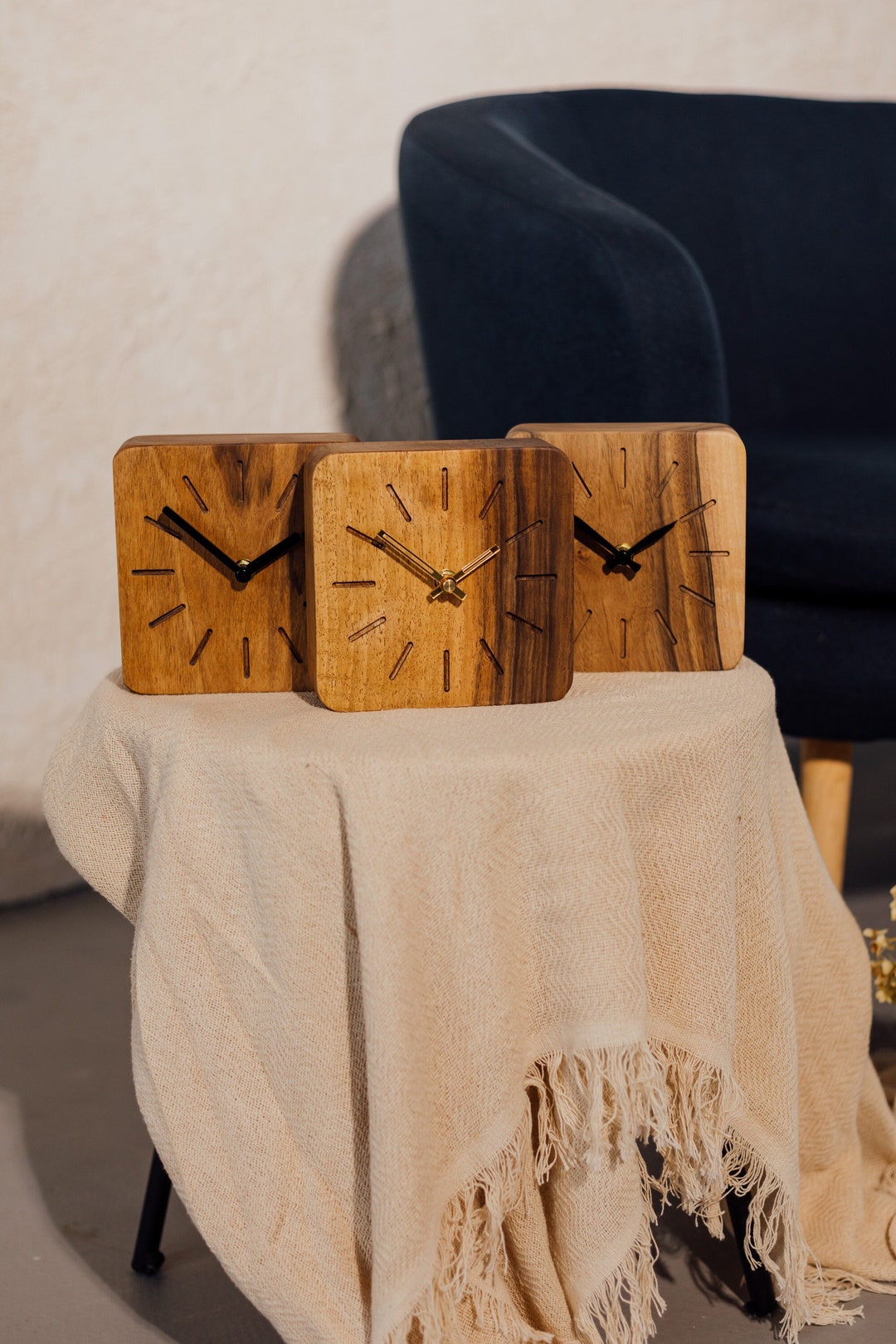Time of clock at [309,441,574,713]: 1:50
